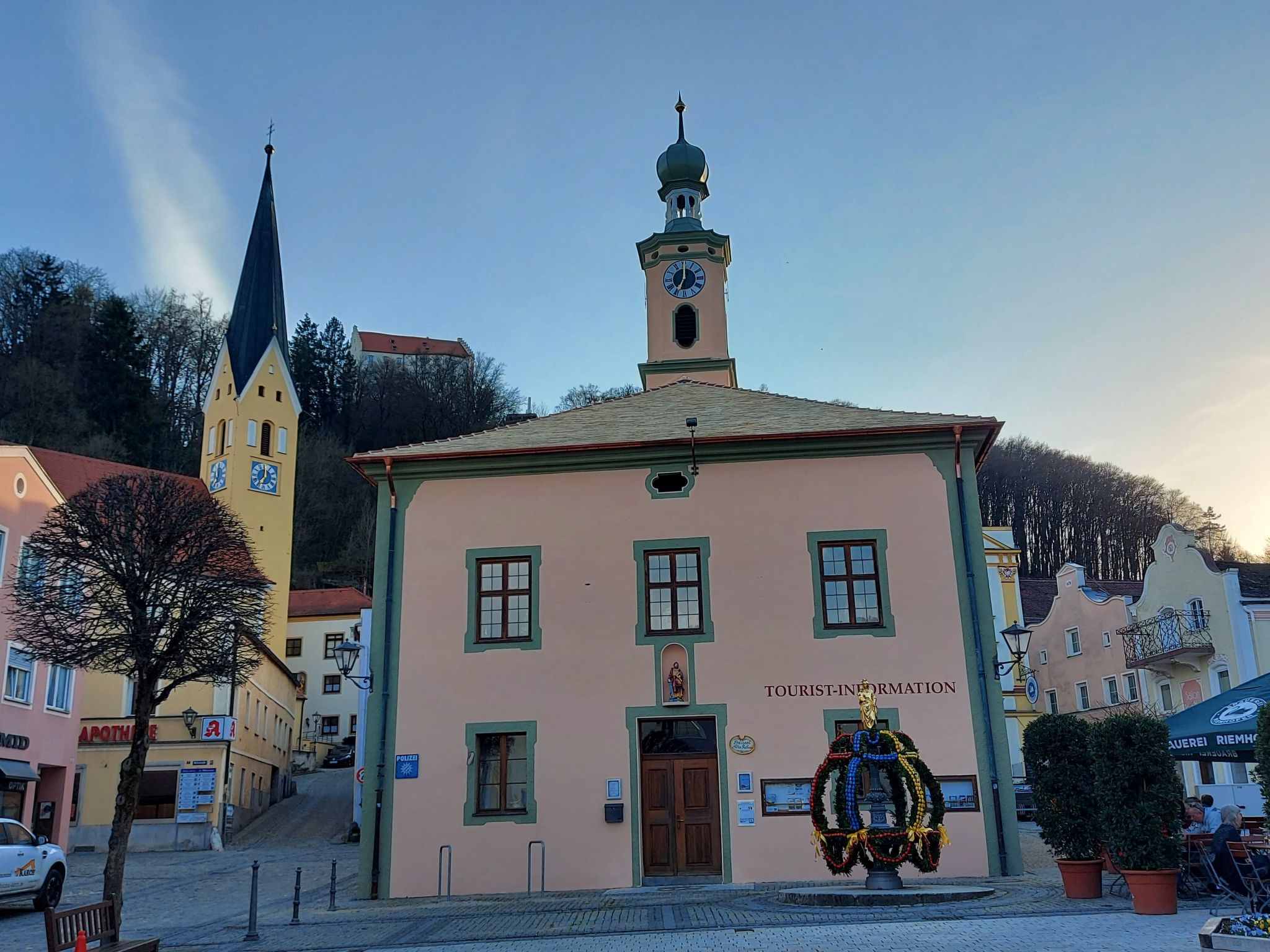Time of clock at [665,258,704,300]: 7:00
